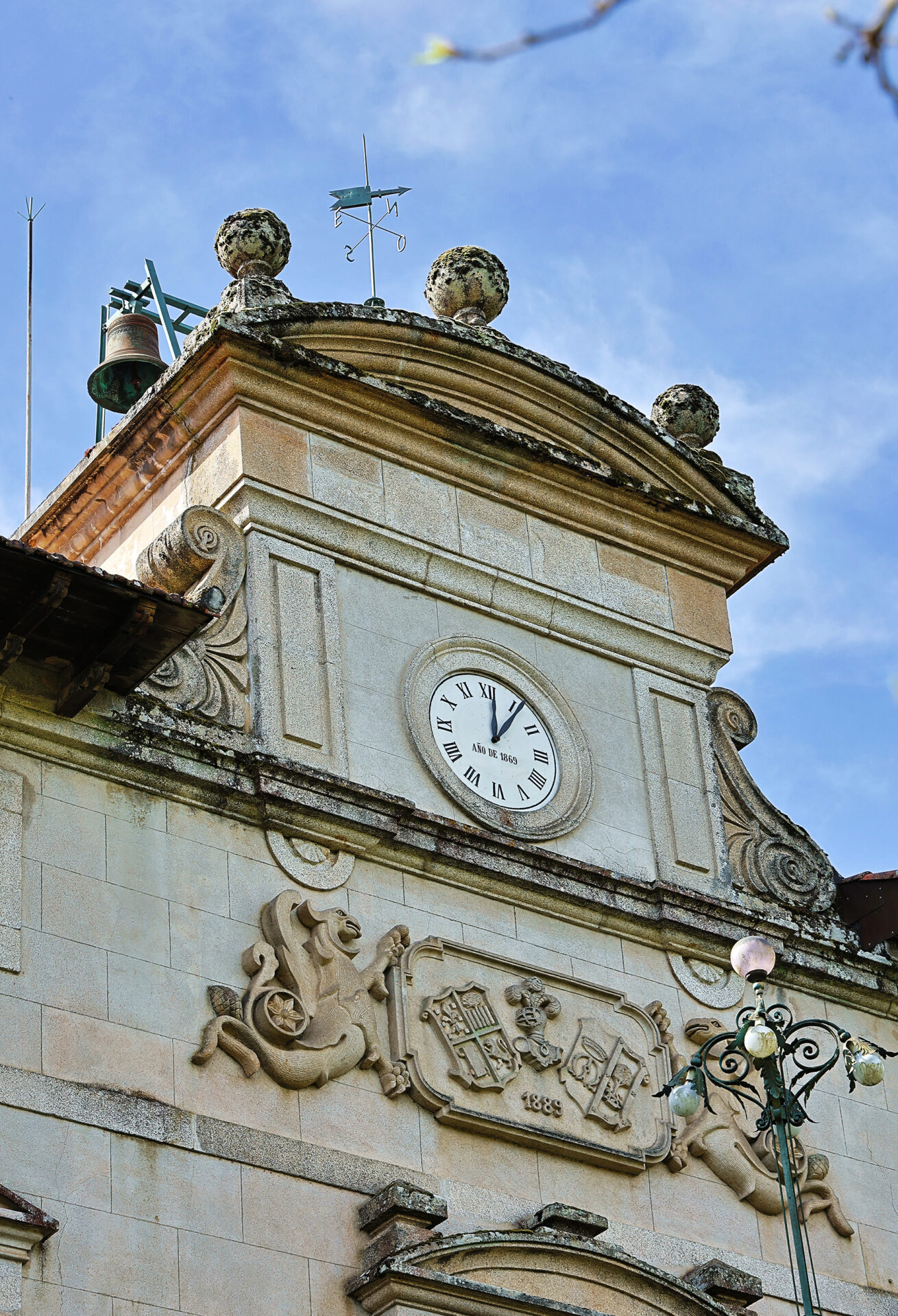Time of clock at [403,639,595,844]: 12:06
